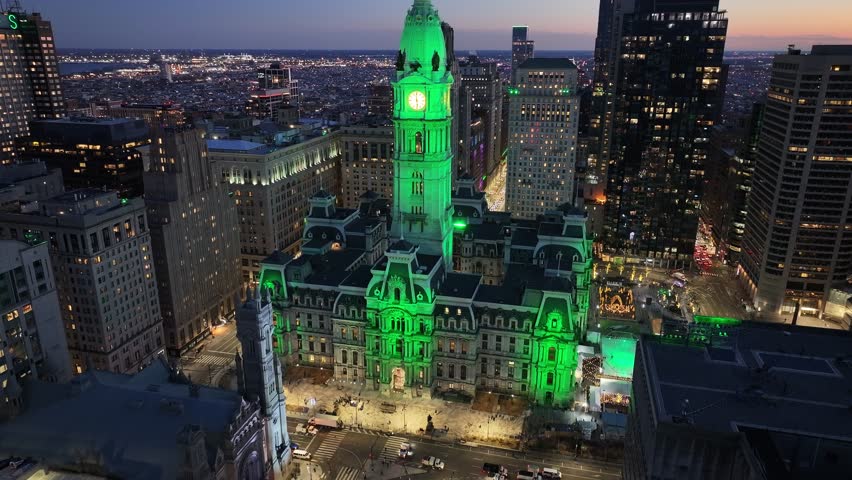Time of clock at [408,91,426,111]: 5:59
